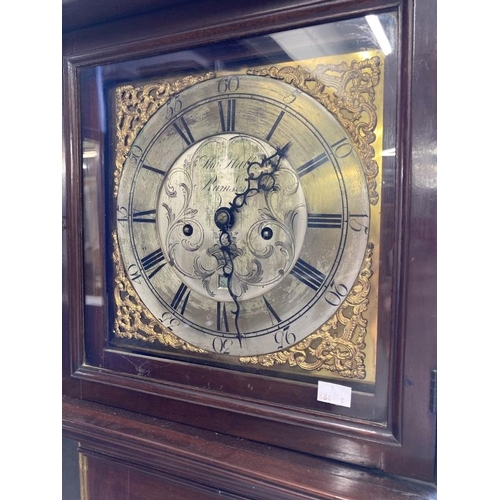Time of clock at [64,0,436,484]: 1:28
